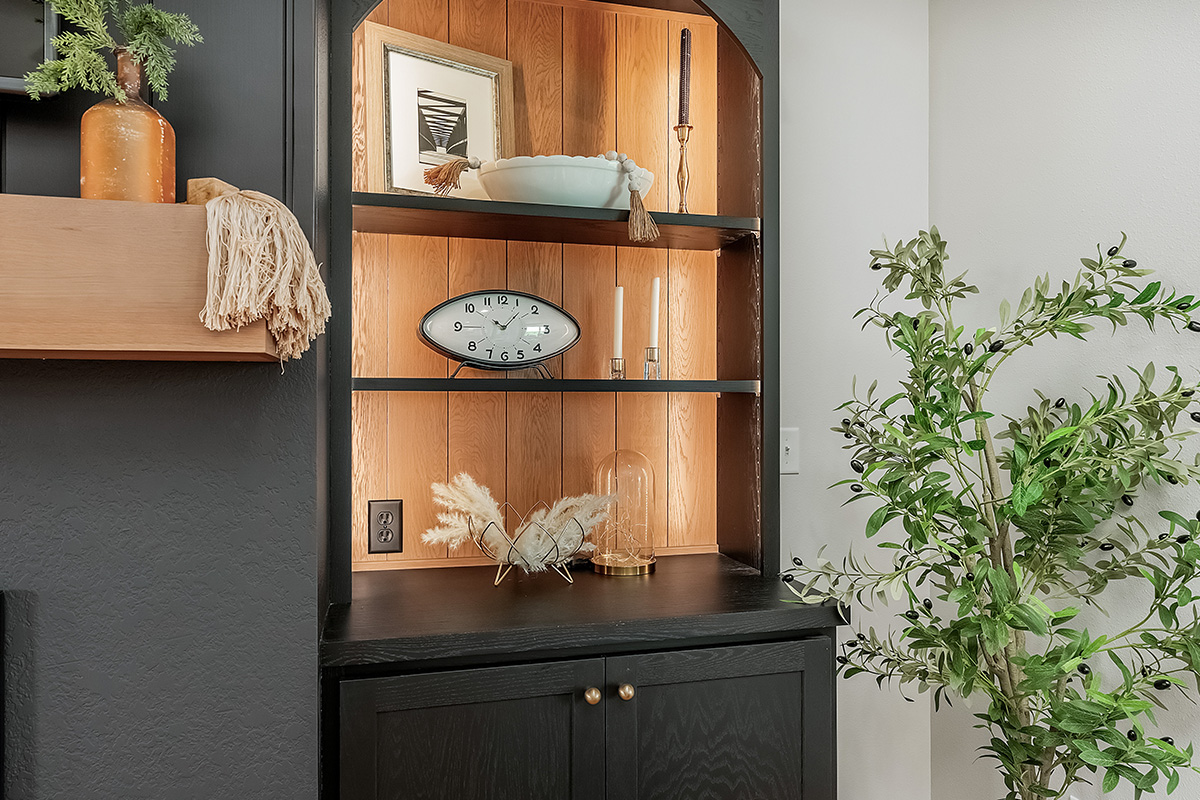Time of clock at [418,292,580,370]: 11:07
